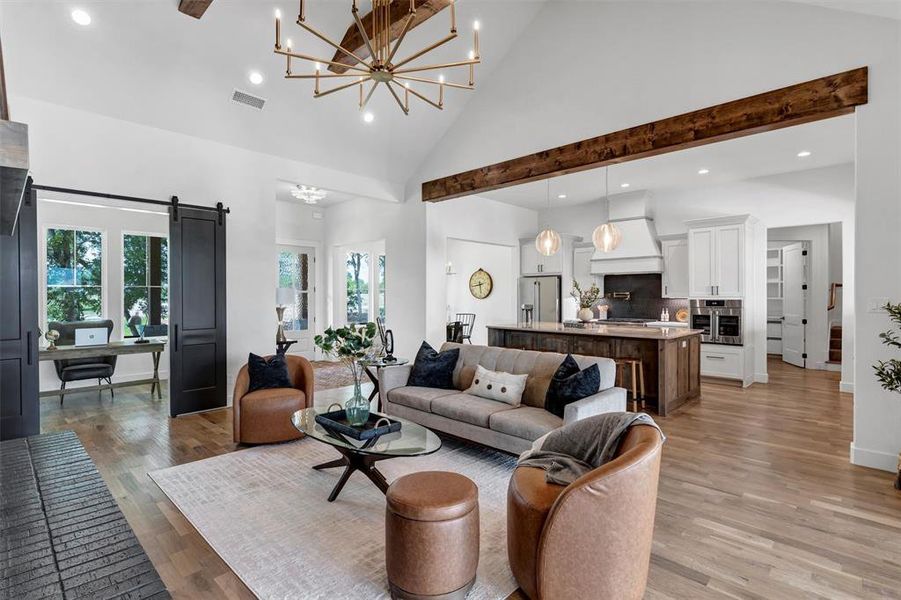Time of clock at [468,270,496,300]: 5:43
